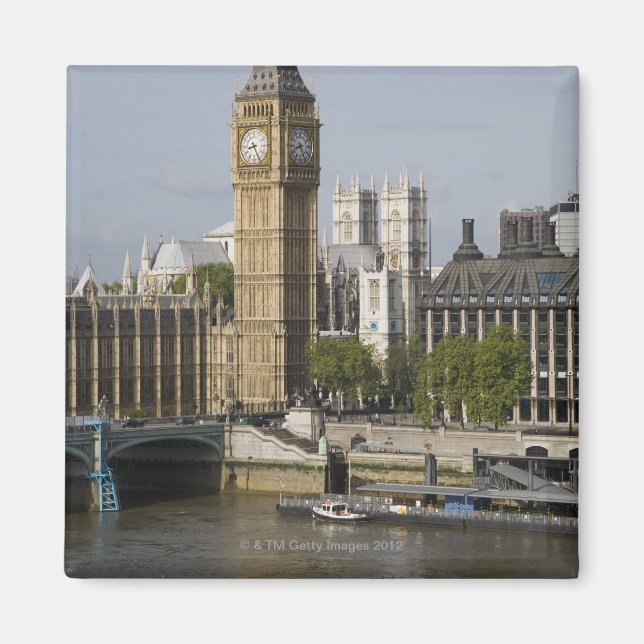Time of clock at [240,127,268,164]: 8:25
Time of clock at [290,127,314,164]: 8:25
